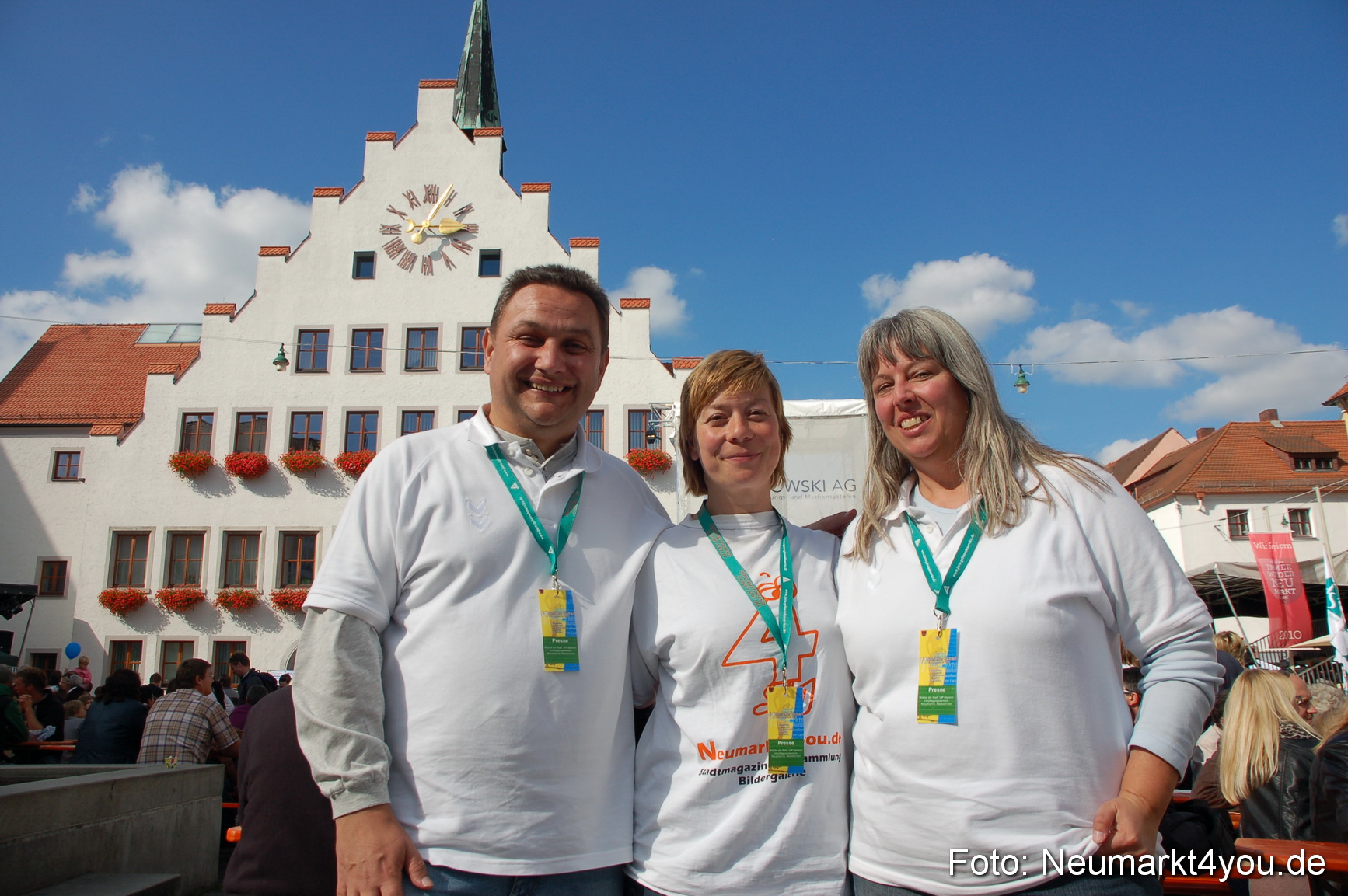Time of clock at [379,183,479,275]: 3:04
